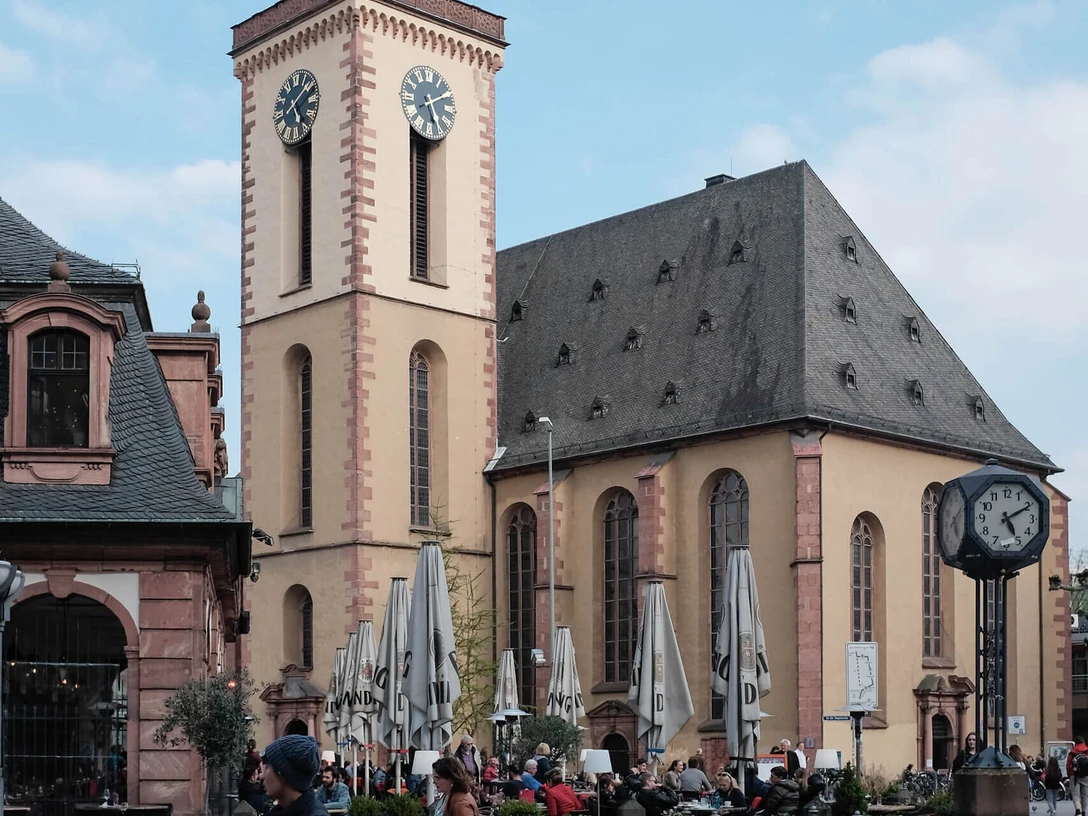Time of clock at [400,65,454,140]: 5:09
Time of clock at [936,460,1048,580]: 5:10
